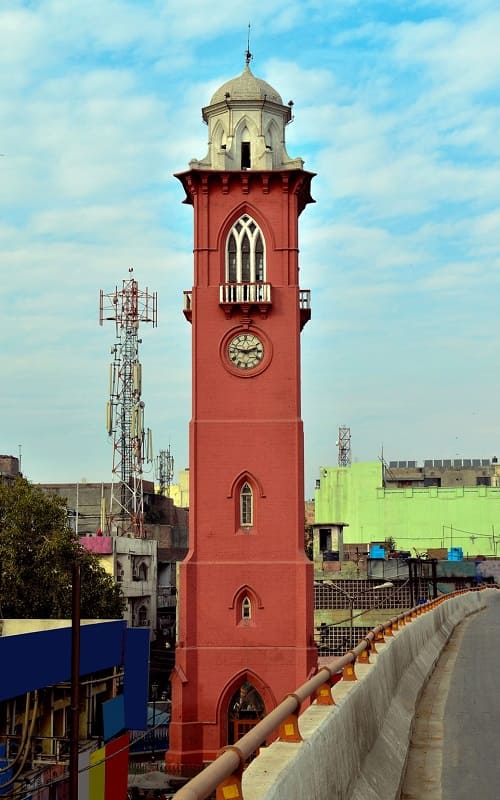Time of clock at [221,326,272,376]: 2:47
